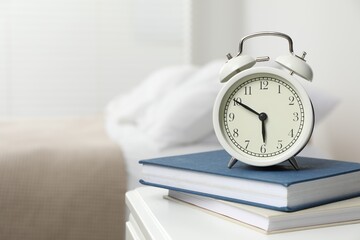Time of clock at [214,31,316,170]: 5:50
